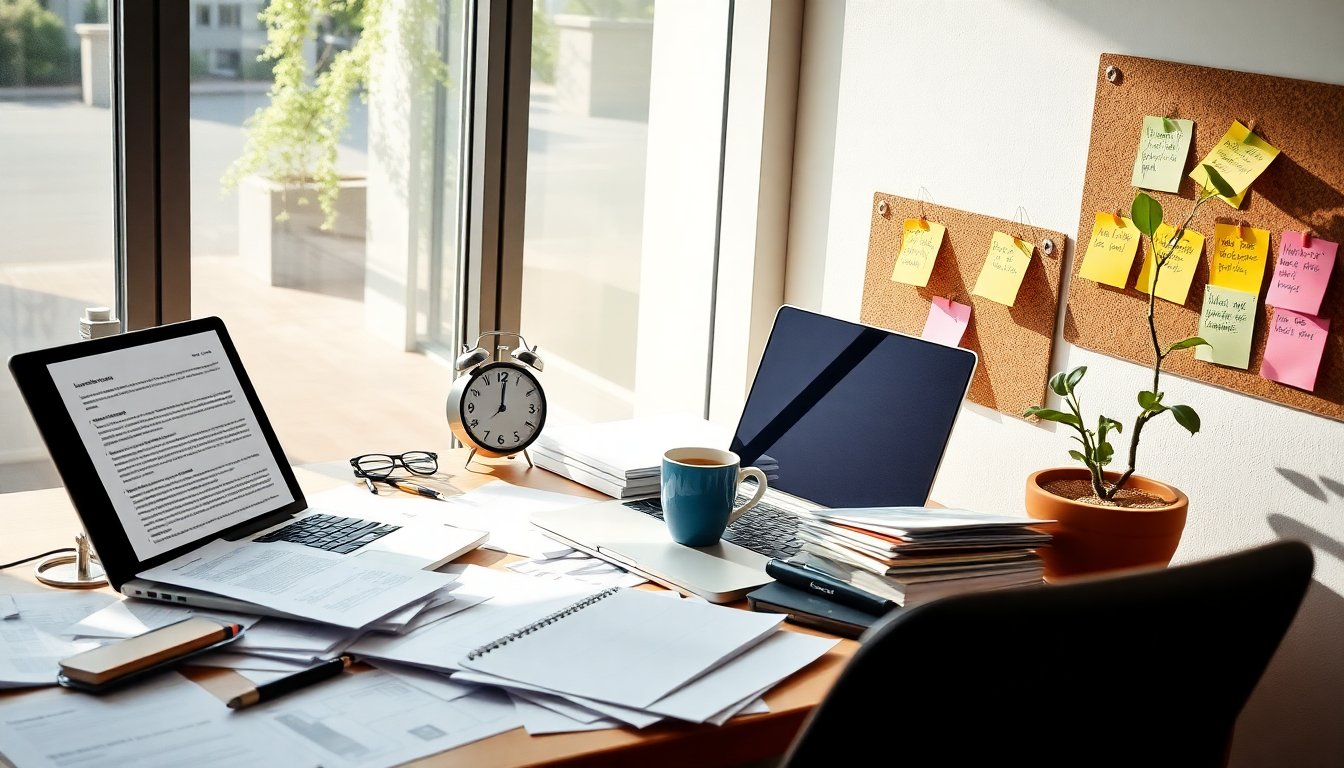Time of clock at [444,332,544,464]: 12:00
